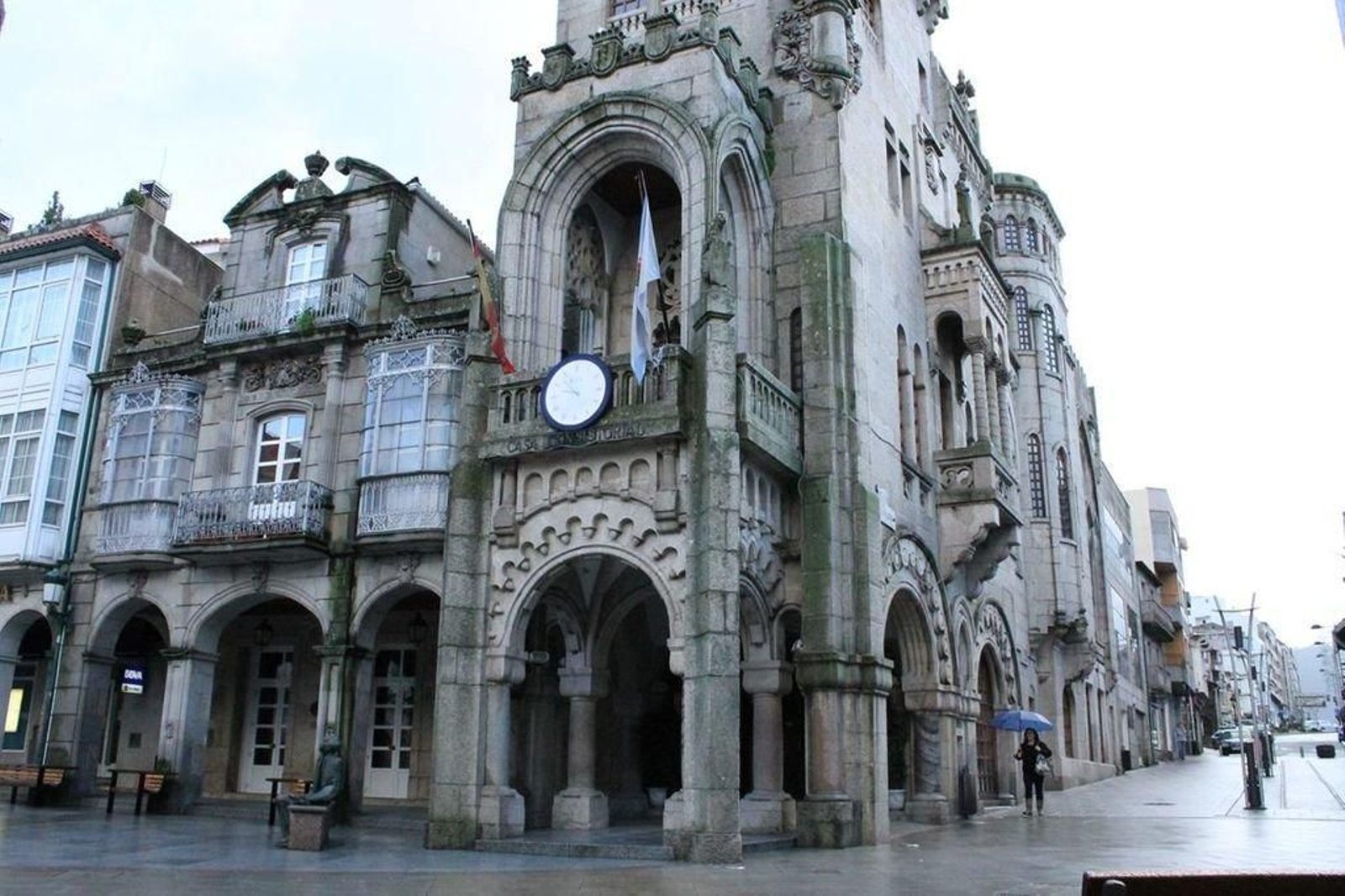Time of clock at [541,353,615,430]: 10:47
